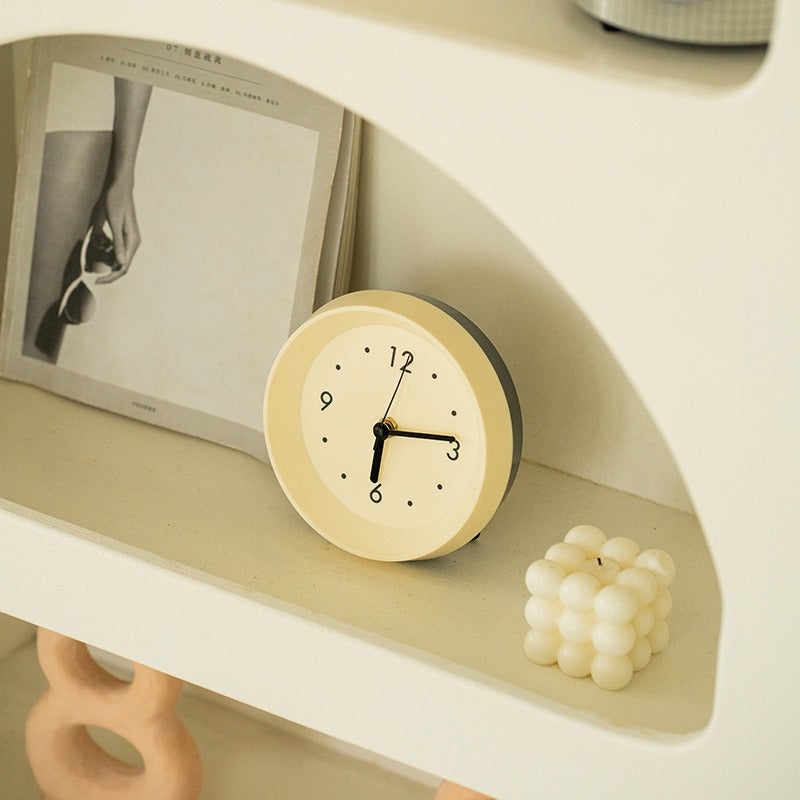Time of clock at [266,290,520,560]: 6:13
